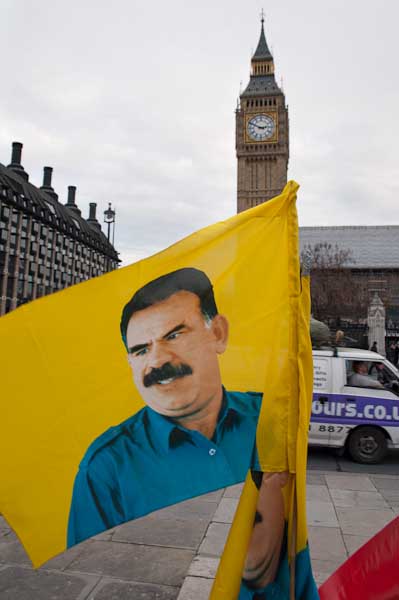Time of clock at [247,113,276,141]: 2:49
